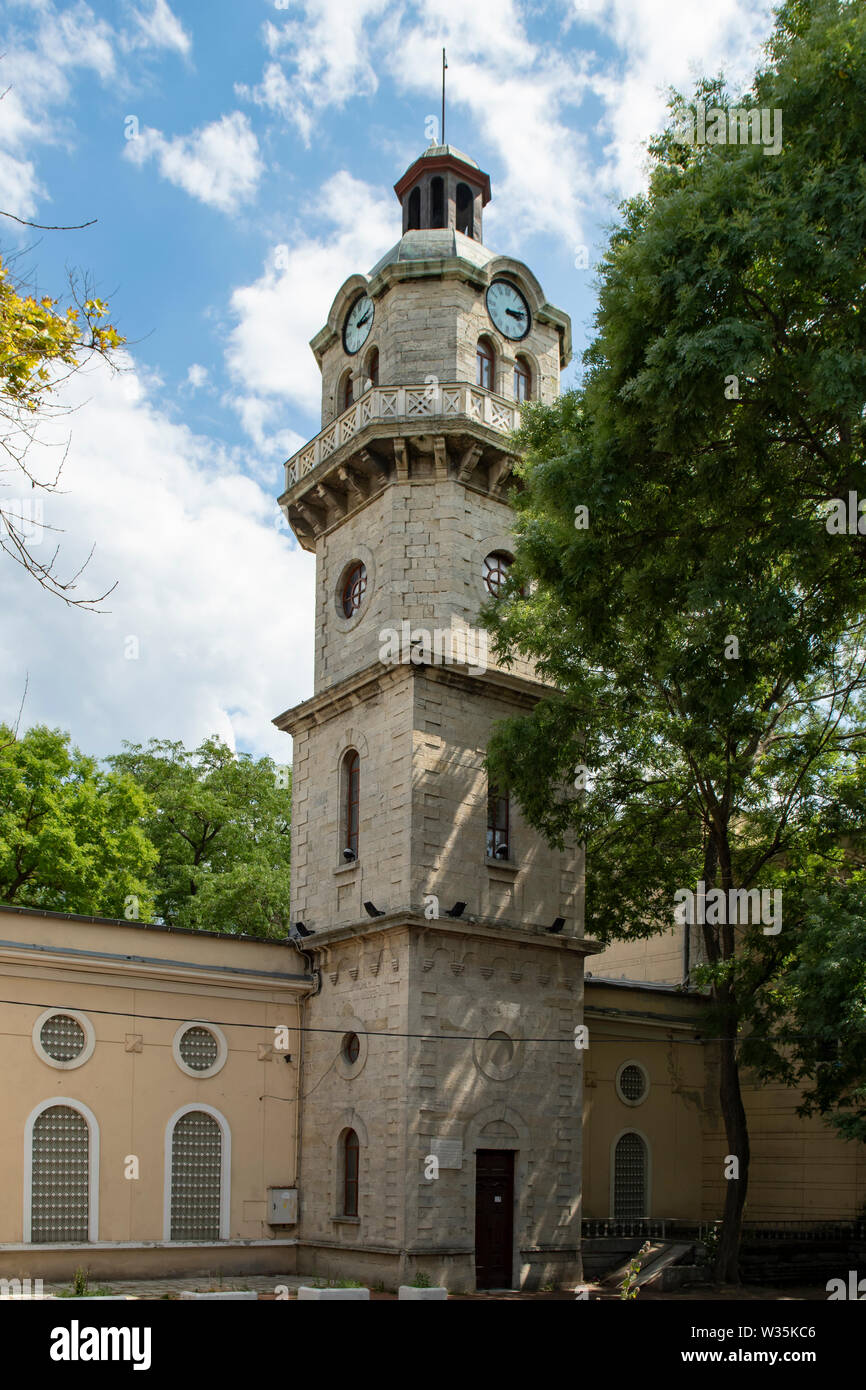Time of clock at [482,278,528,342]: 3:13
